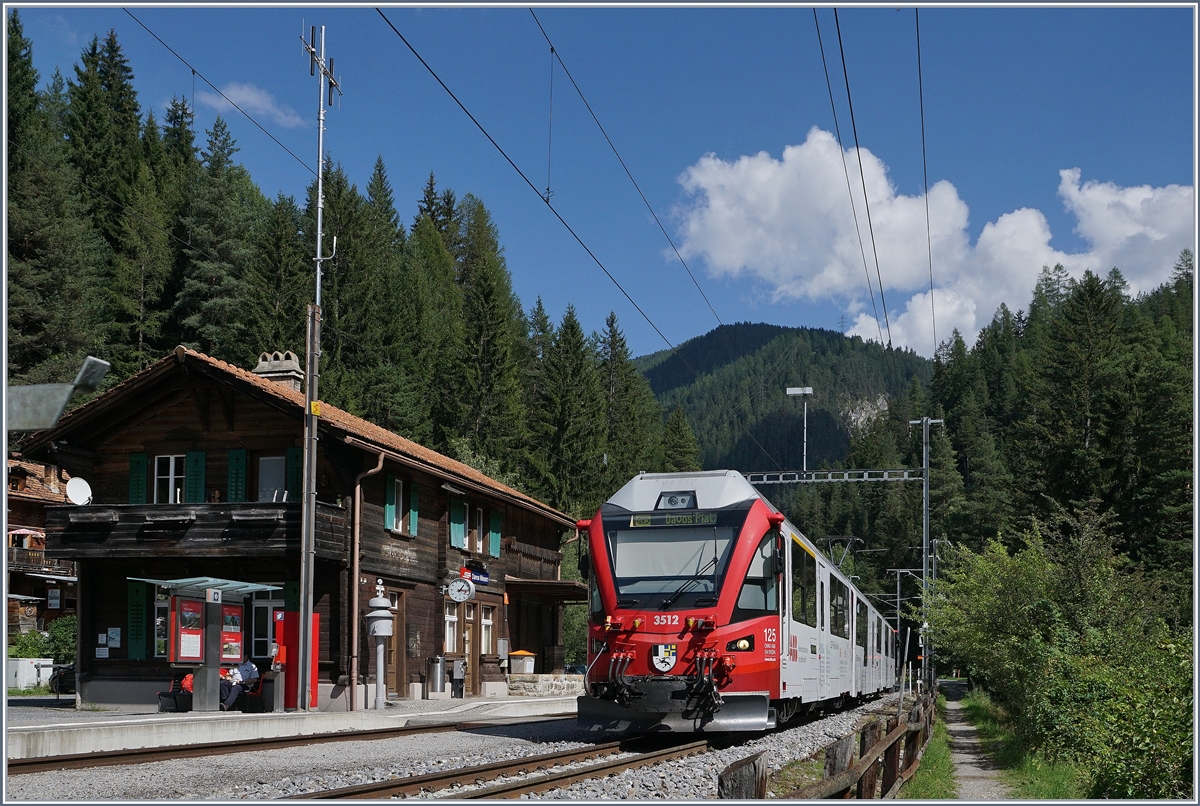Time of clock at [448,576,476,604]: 1:16
